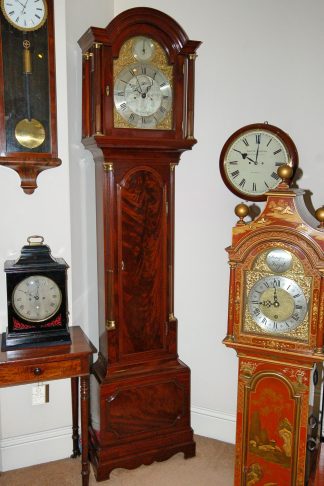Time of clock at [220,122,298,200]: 10:00
